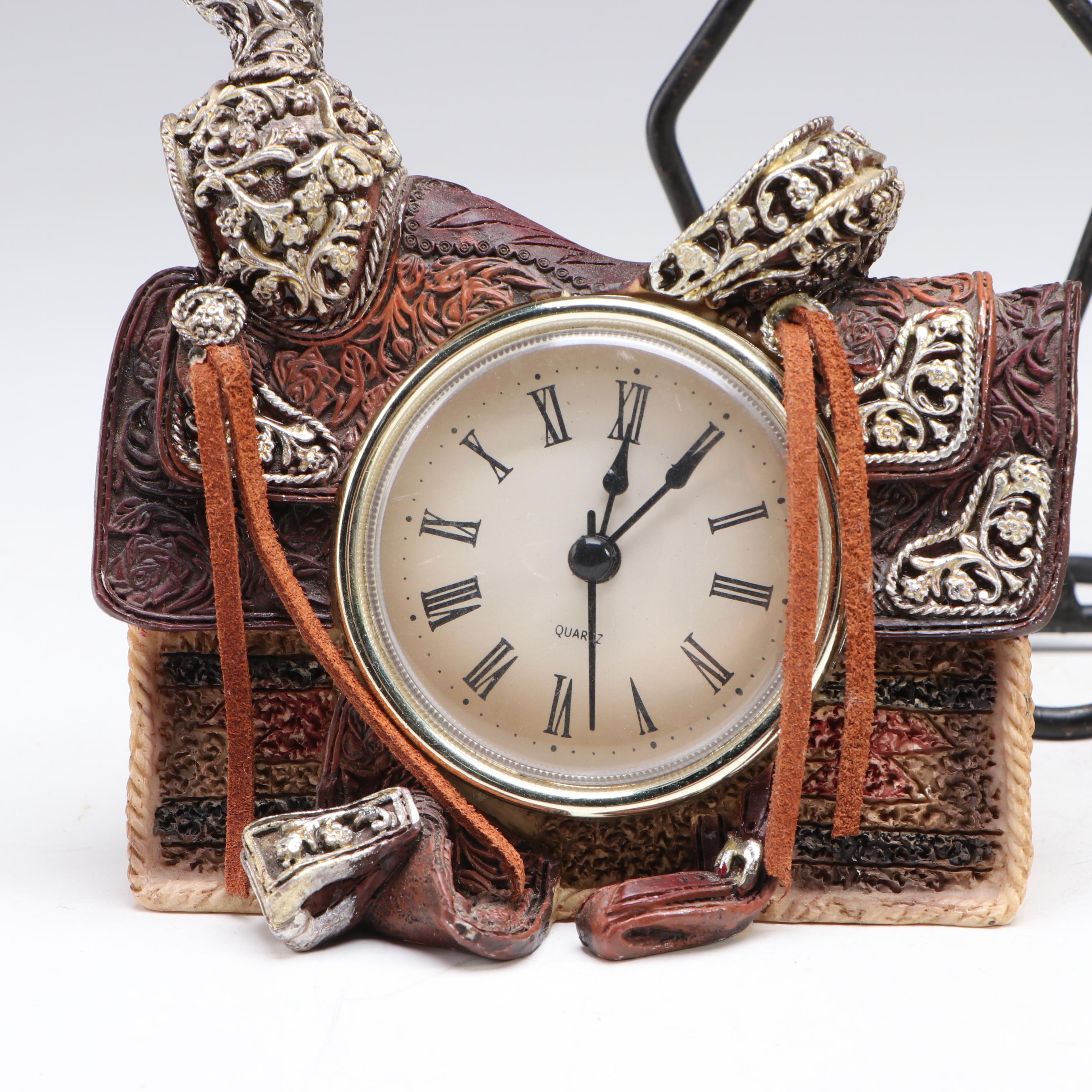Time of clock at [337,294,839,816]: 12:05
